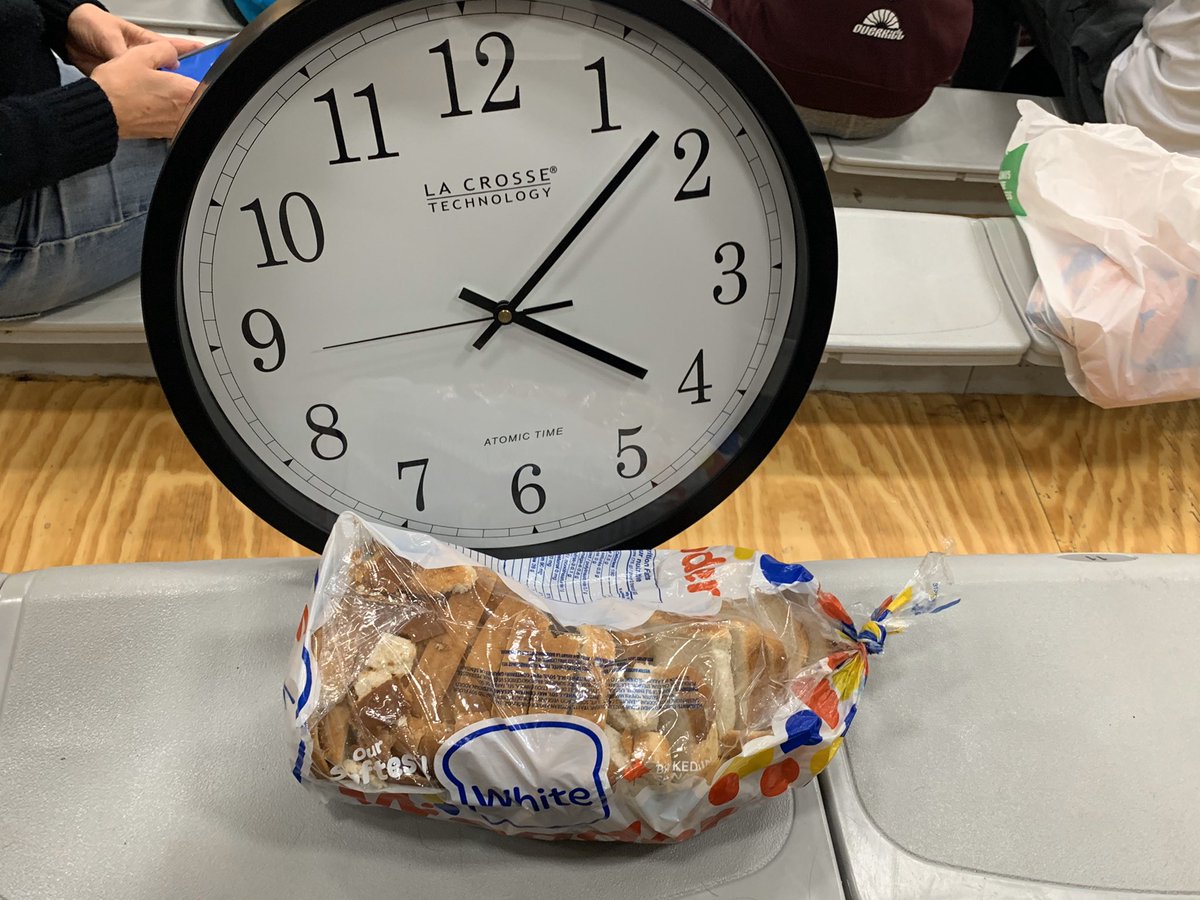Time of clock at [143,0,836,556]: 4:07
